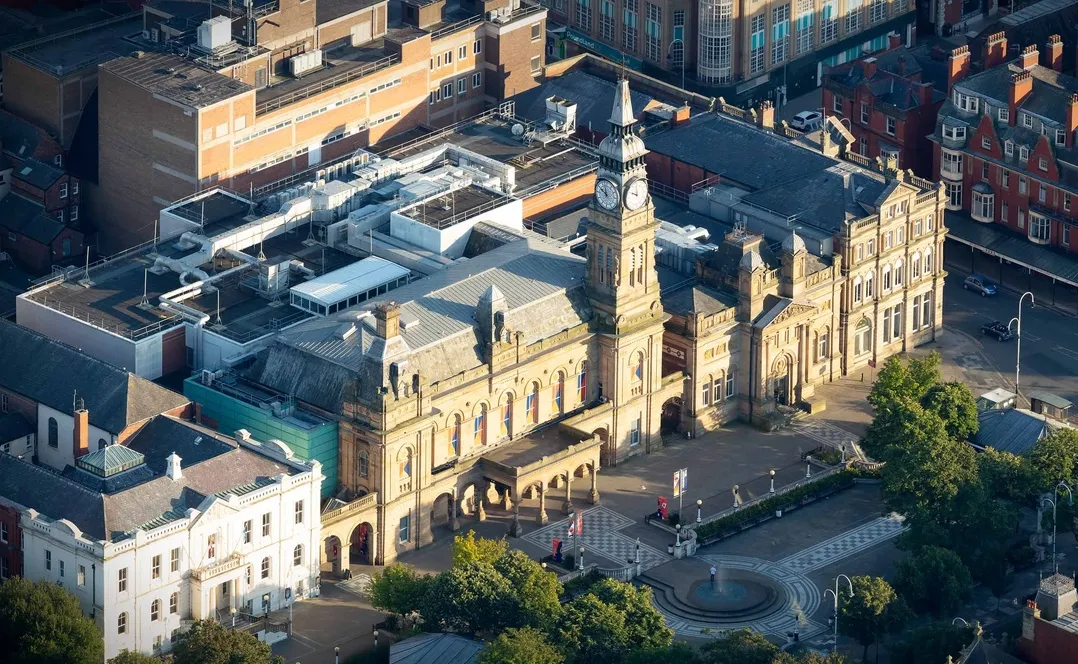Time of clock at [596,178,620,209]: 9:57
